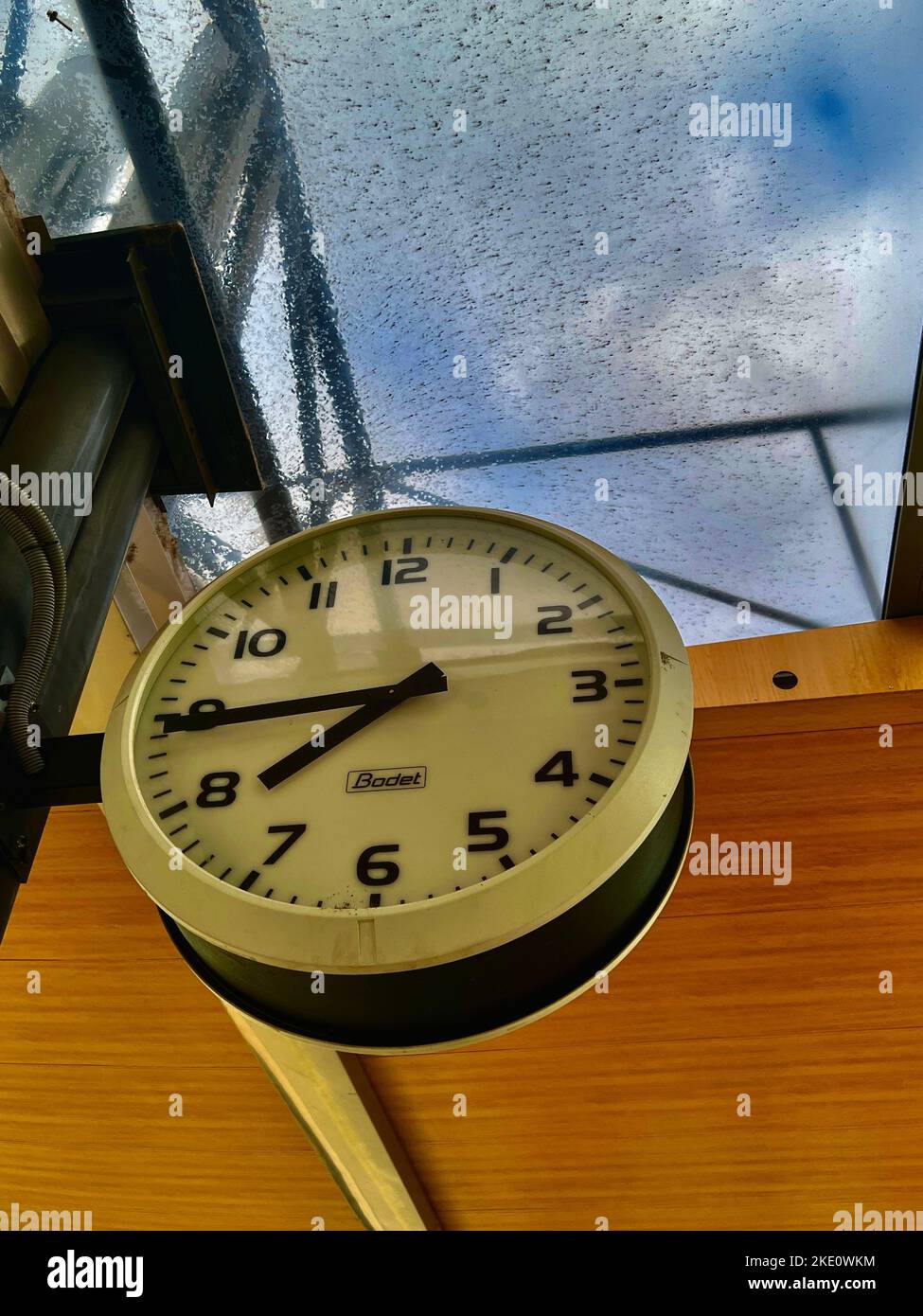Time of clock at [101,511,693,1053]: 7:44
